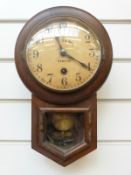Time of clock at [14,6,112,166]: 11:20
